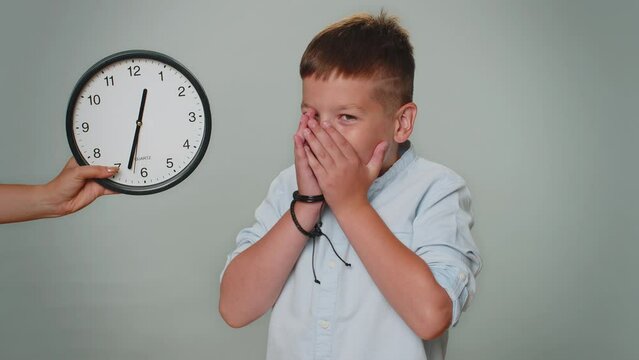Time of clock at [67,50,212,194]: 12:32
